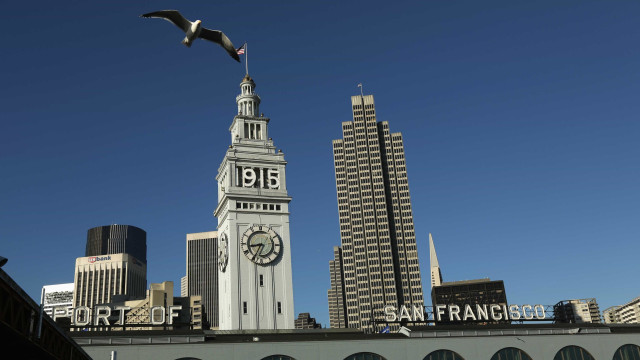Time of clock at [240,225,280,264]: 8:35
